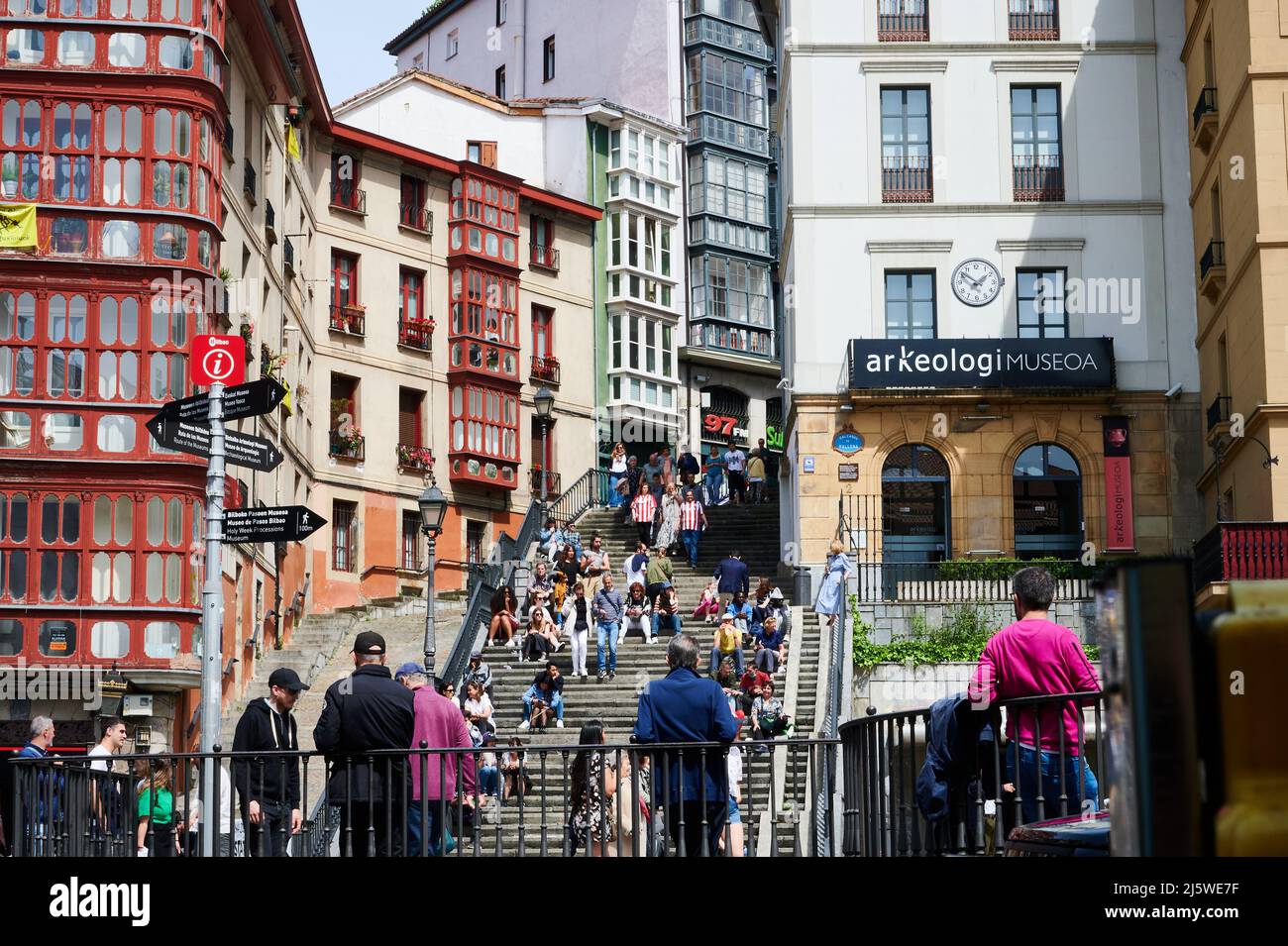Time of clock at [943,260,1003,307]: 1:51
